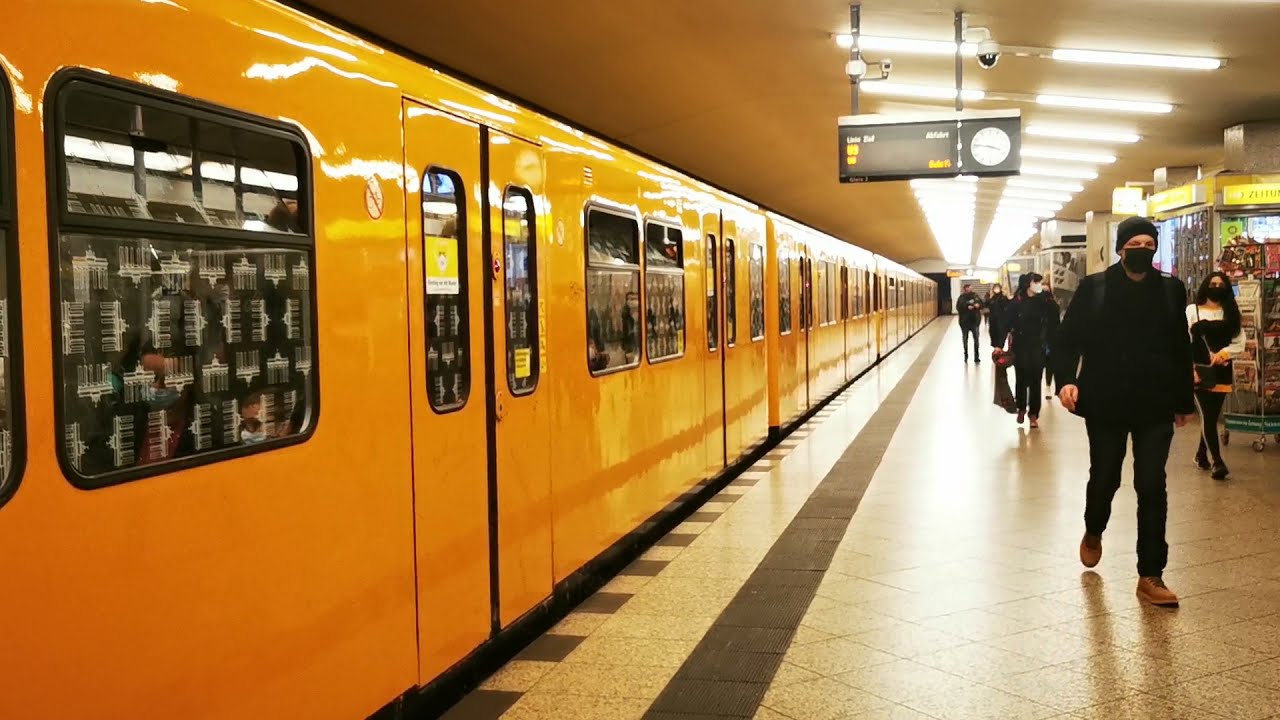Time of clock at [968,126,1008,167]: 3:46
